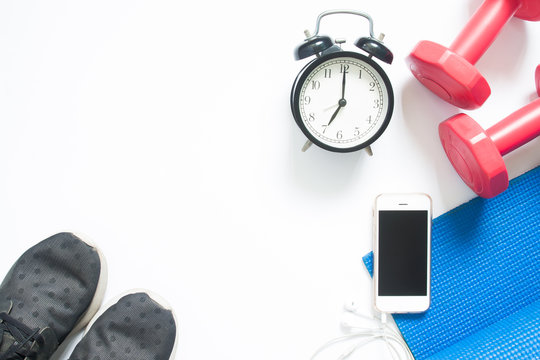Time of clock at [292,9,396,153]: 7:00
